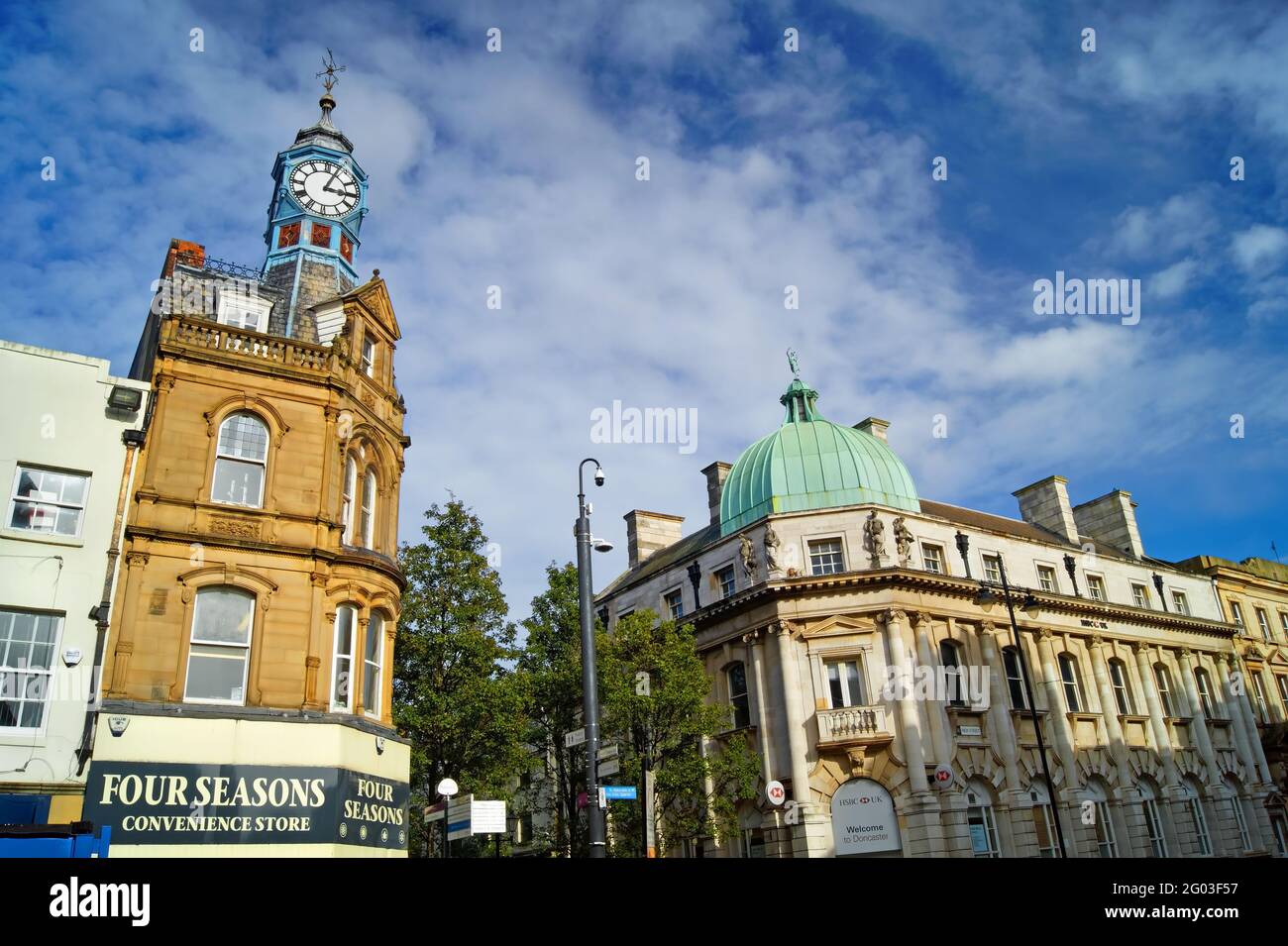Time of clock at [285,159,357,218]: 3:04
